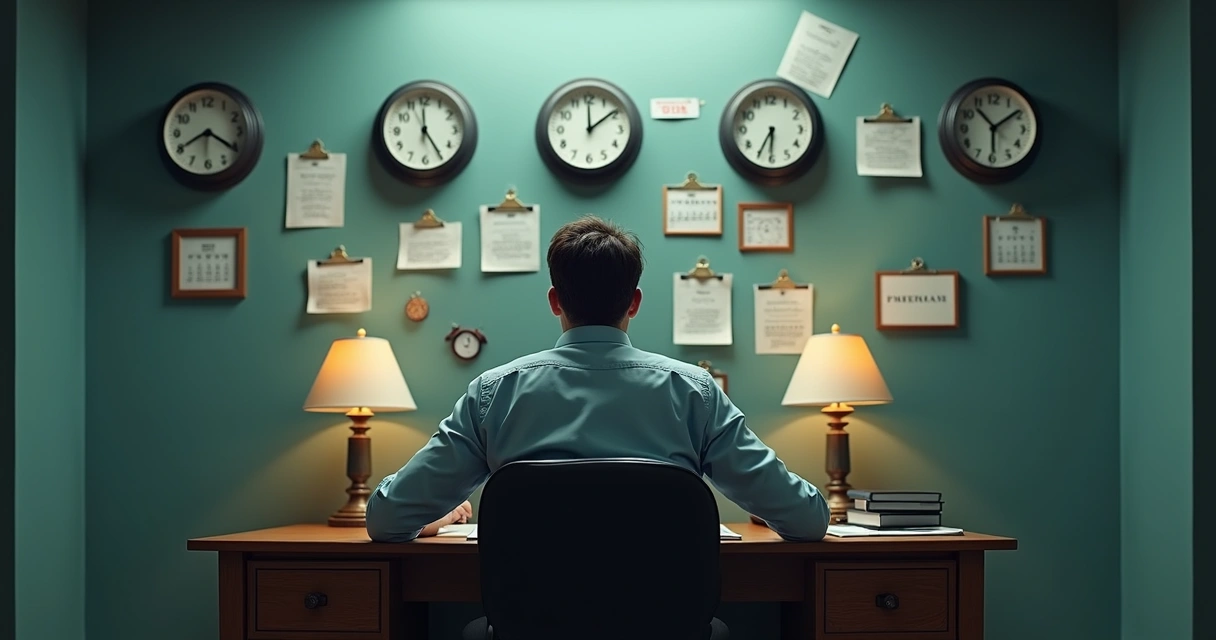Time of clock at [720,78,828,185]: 6:35
